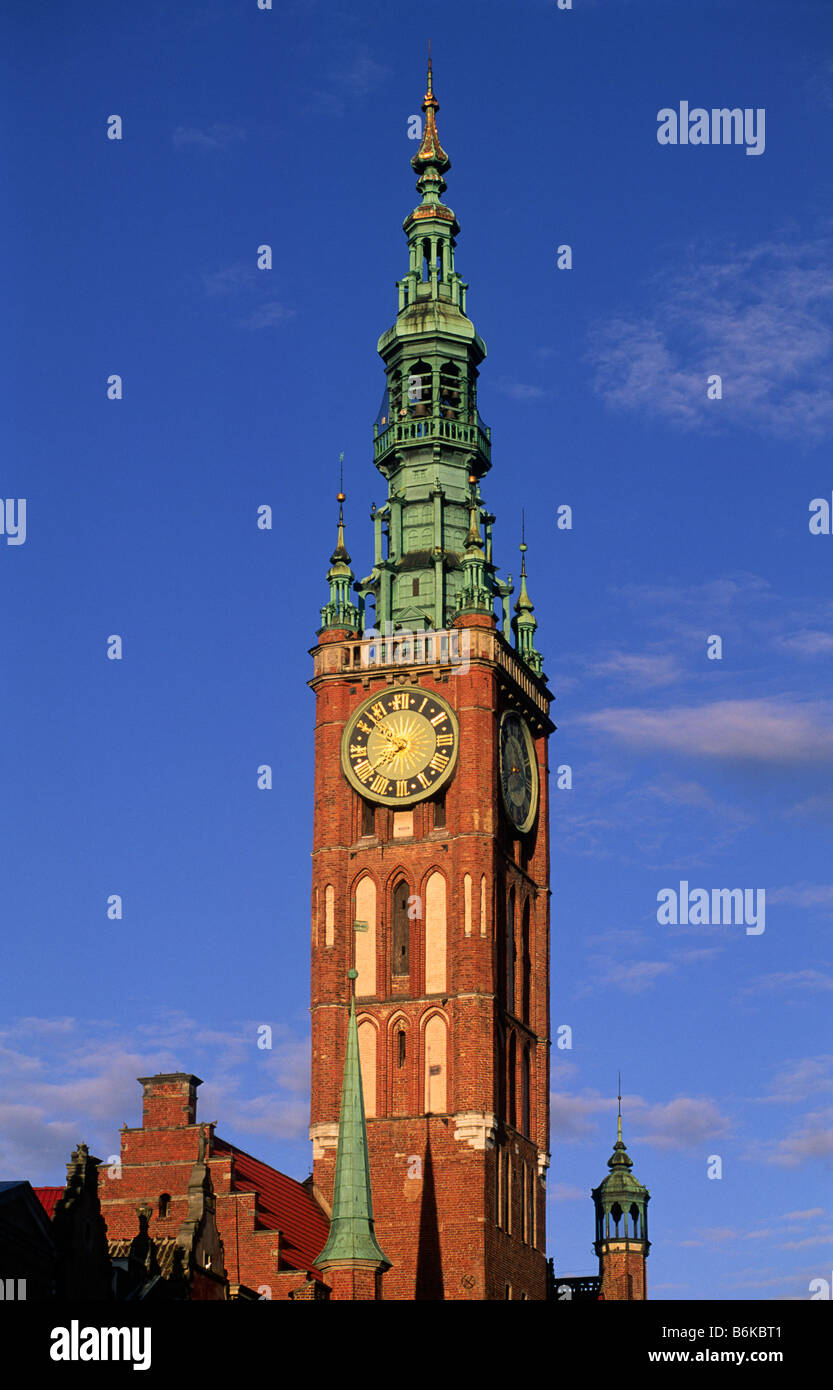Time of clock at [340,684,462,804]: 12:36
